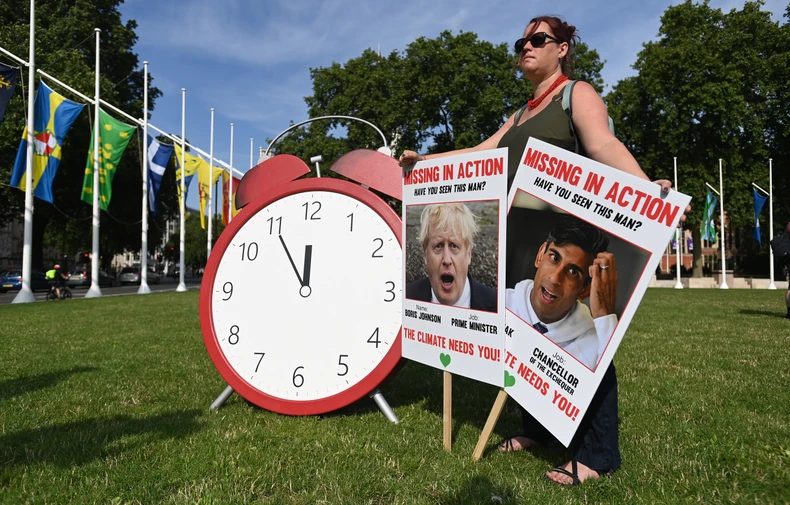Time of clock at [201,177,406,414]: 11:54
